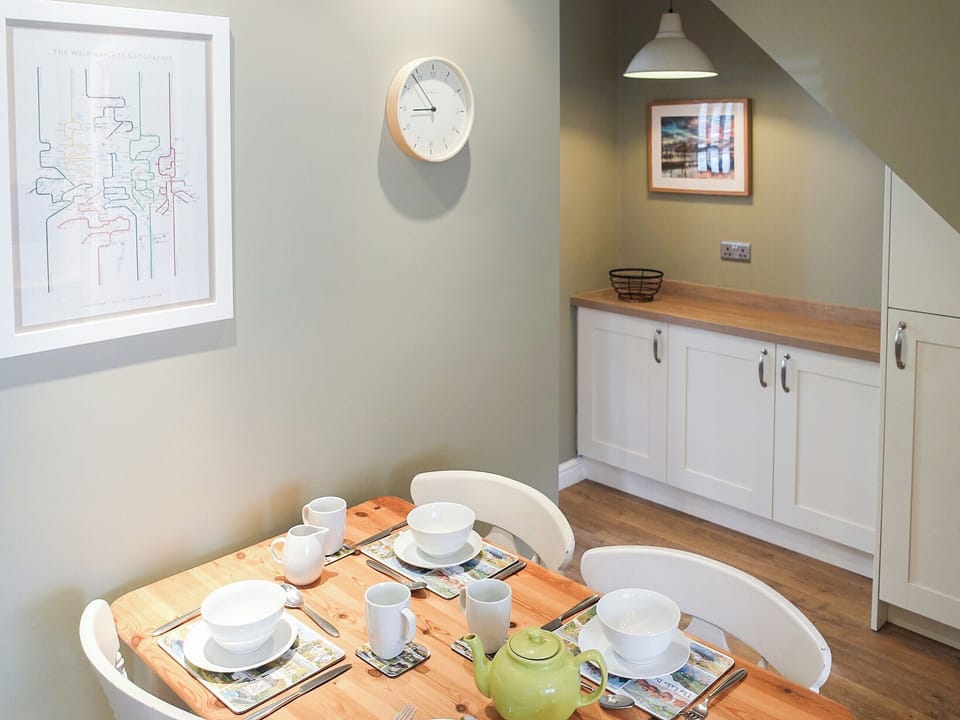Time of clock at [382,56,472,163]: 8:53
